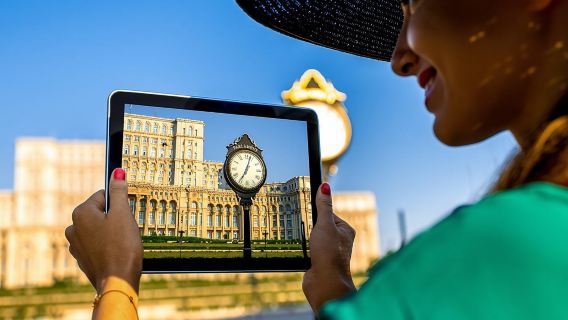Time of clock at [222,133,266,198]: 7:03
